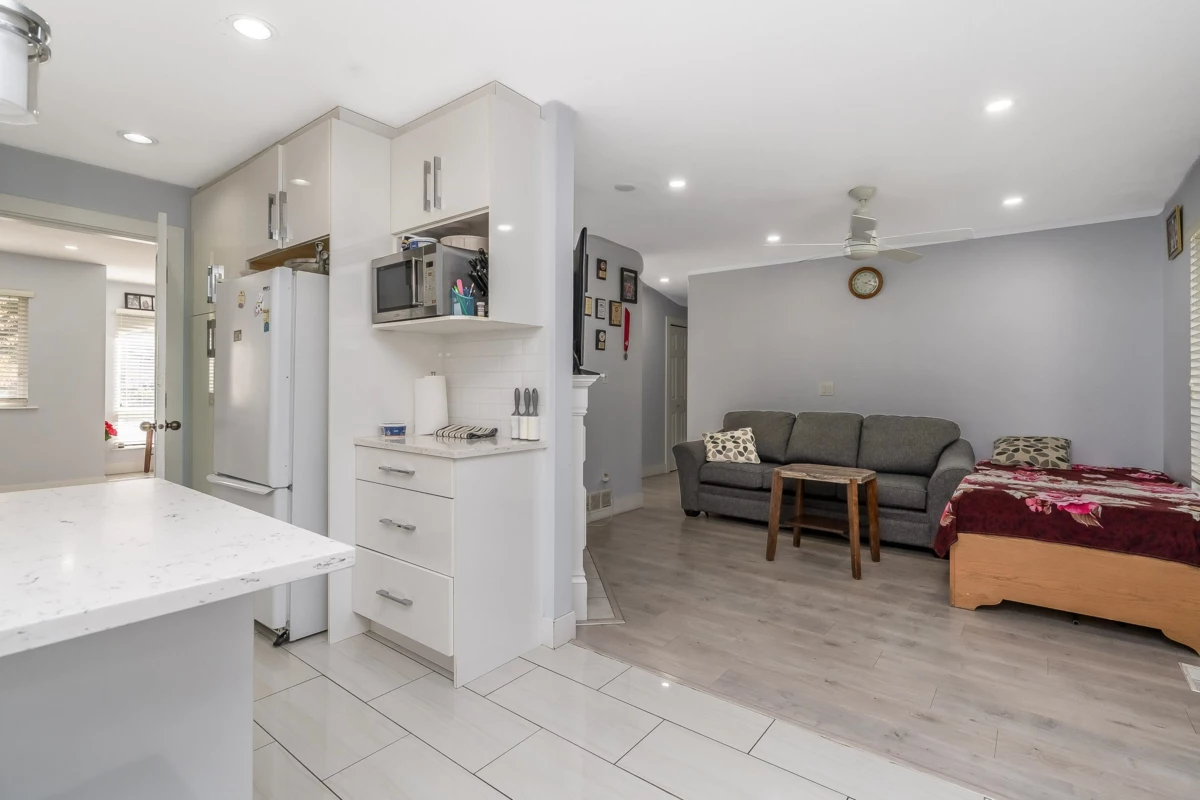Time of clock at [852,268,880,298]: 2:18
